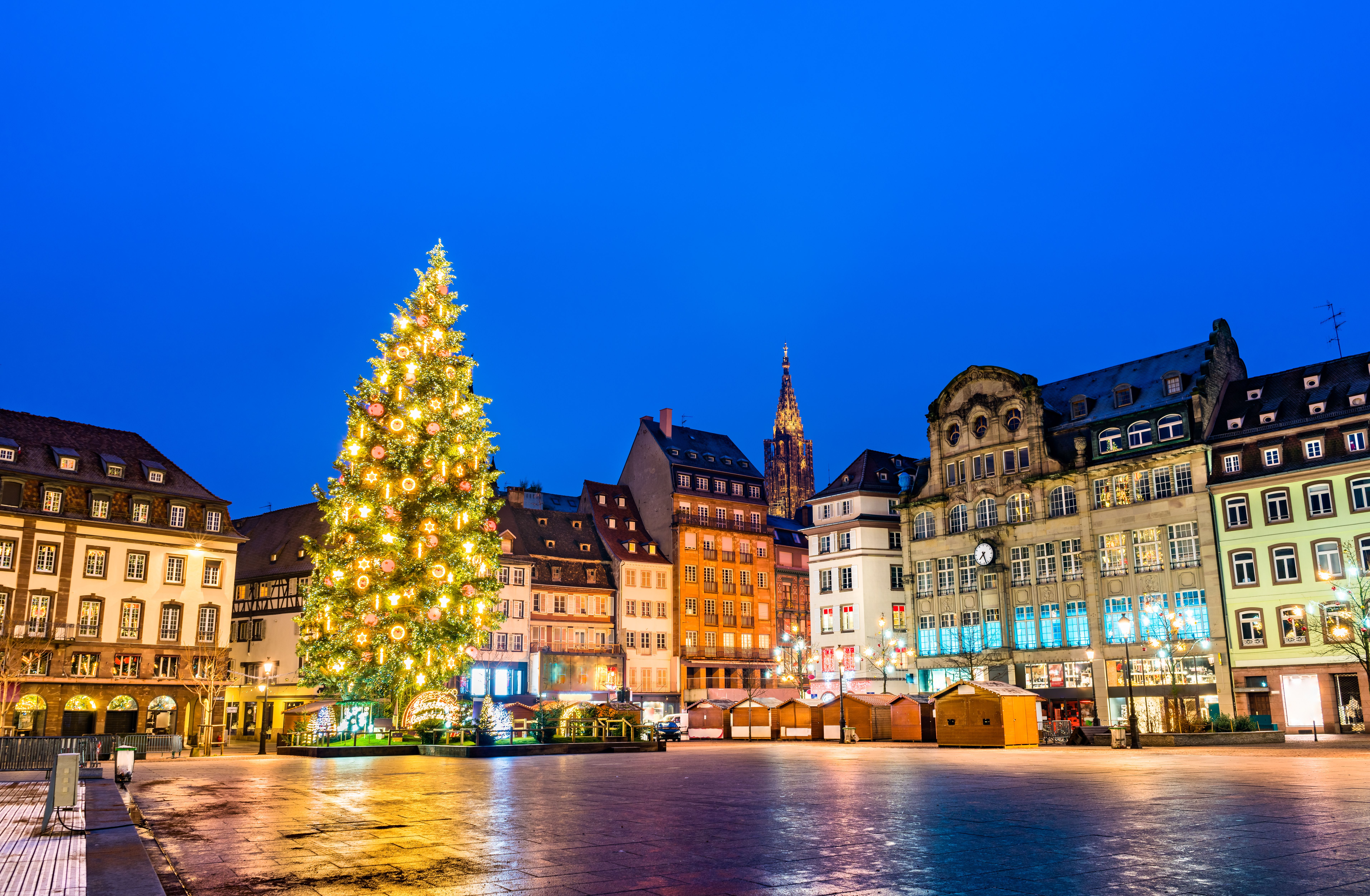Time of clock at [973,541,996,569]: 7:27
